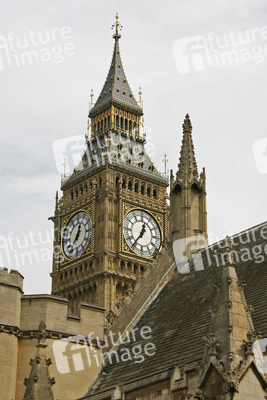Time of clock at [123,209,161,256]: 12:36
